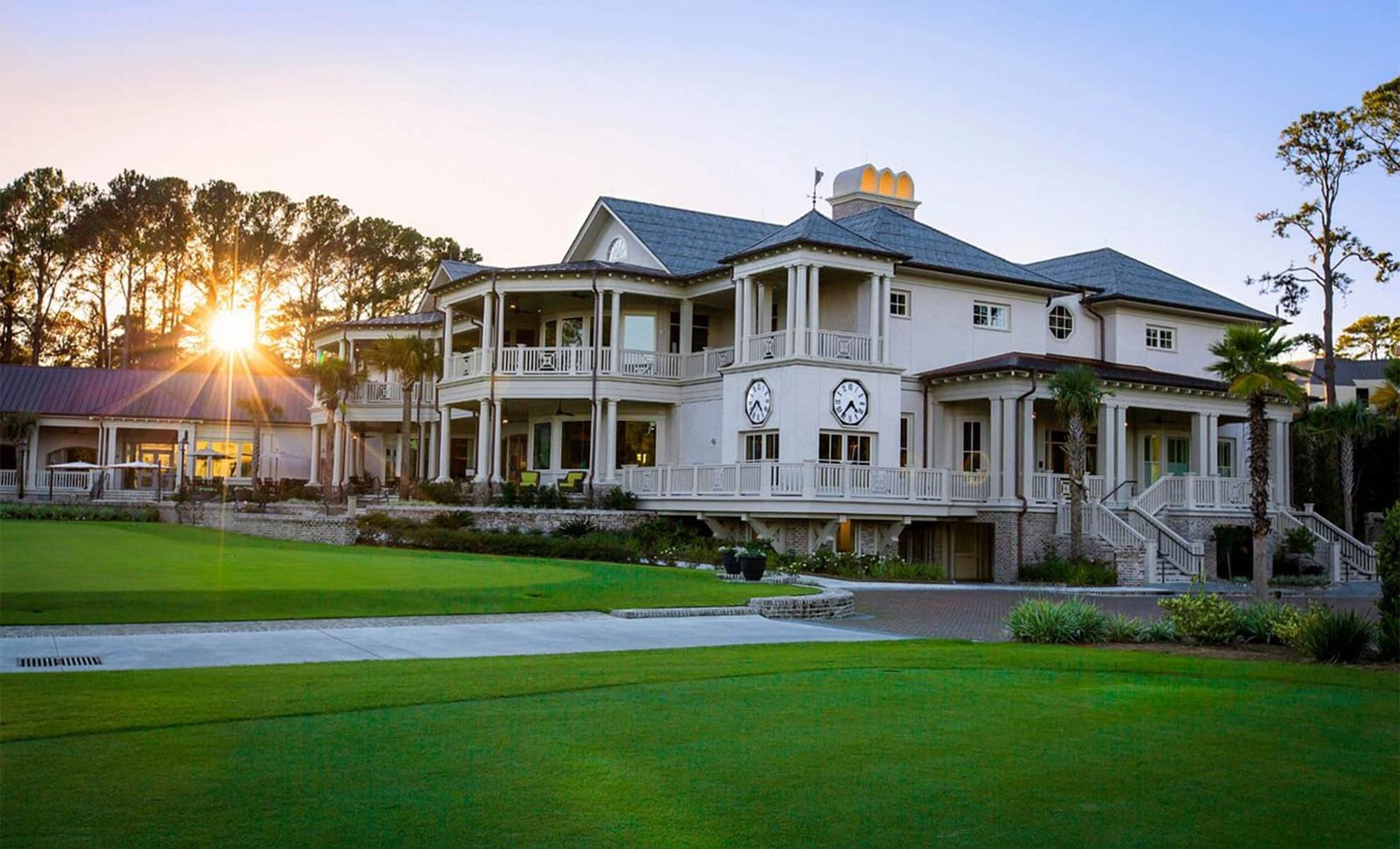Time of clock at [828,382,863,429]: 4:36
